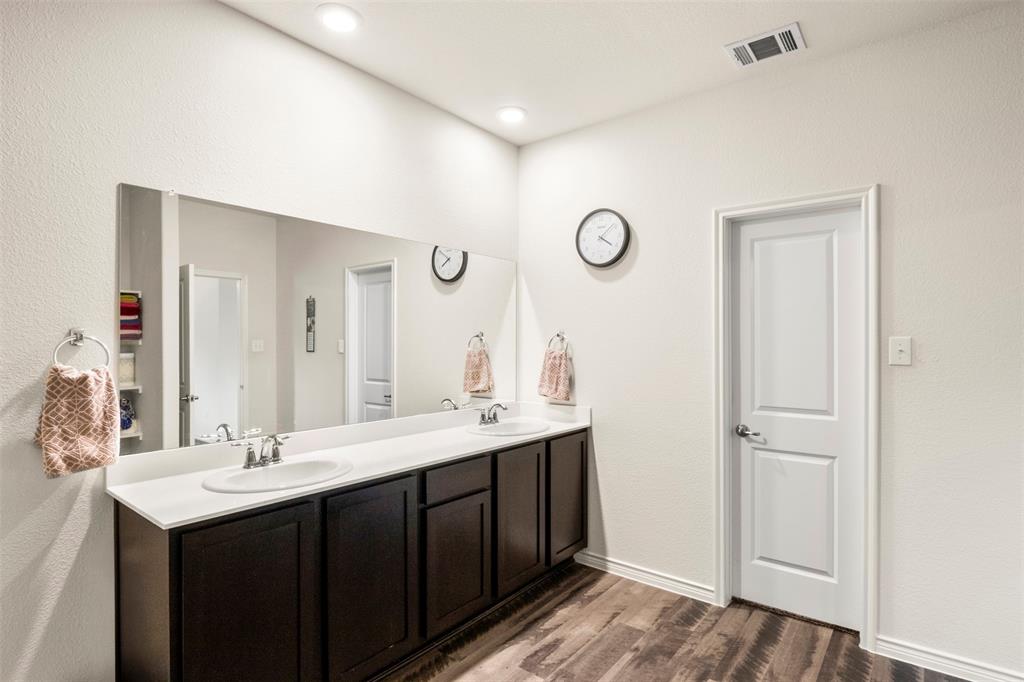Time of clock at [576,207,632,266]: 4:08
